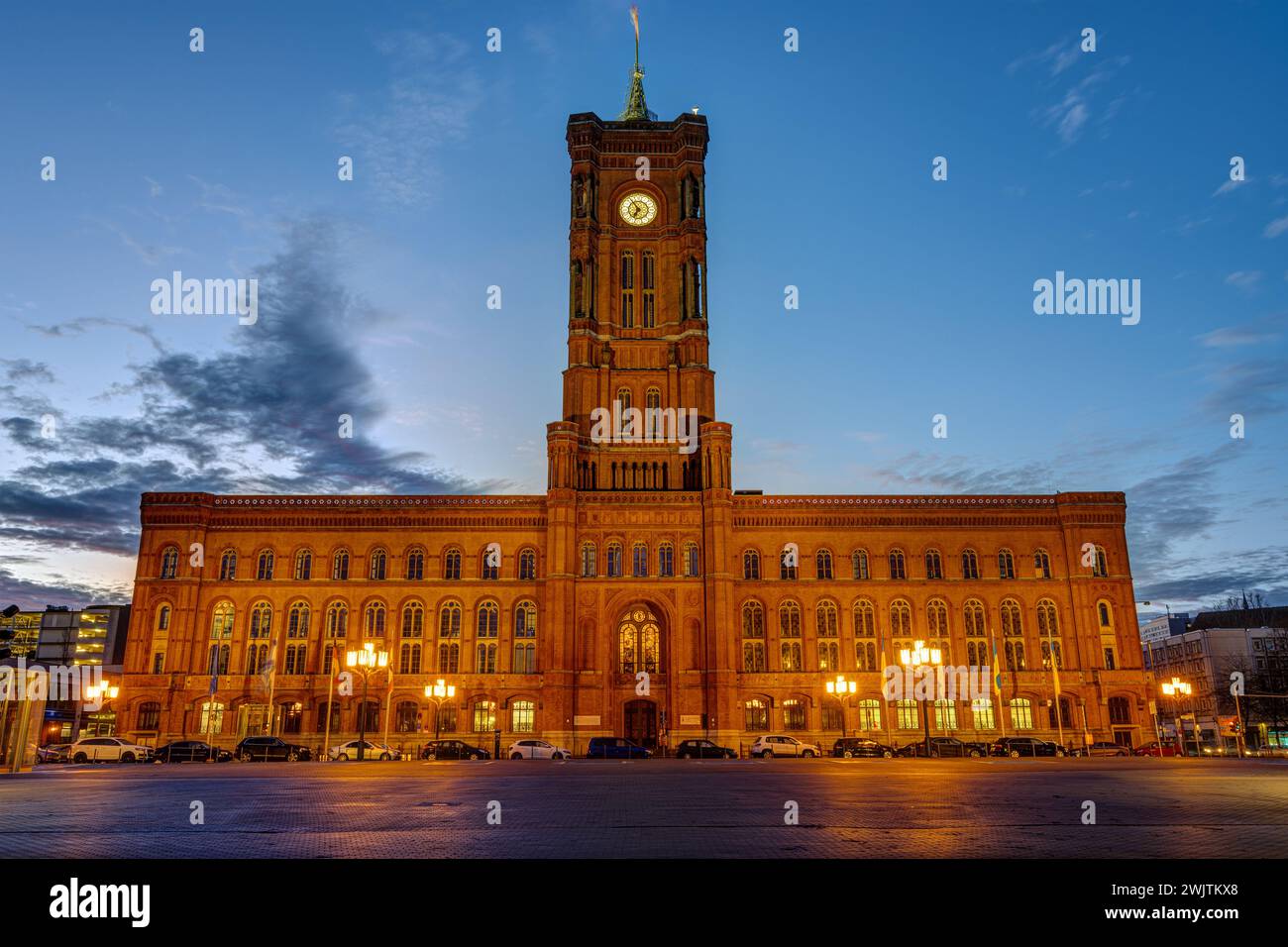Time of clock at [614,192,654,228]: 6:54
